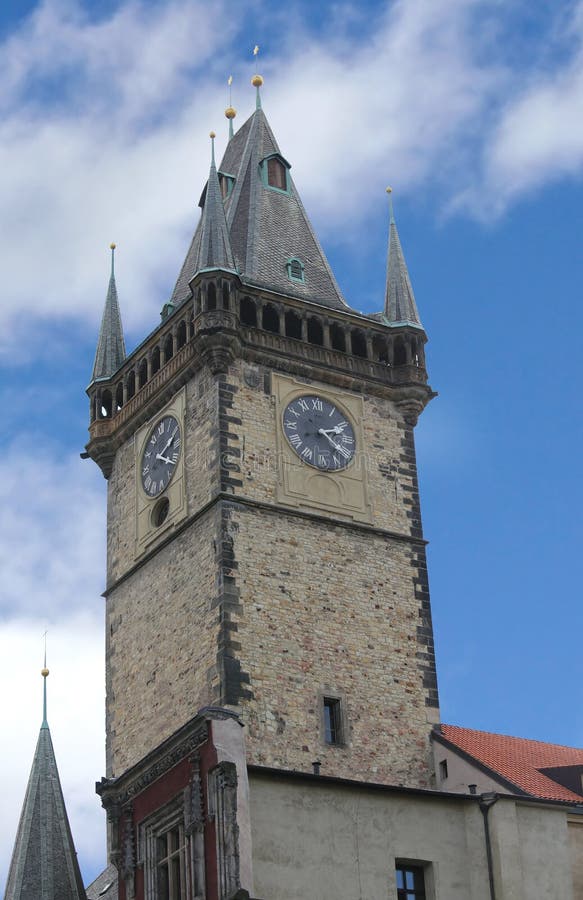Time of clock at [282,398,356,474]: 2:21
